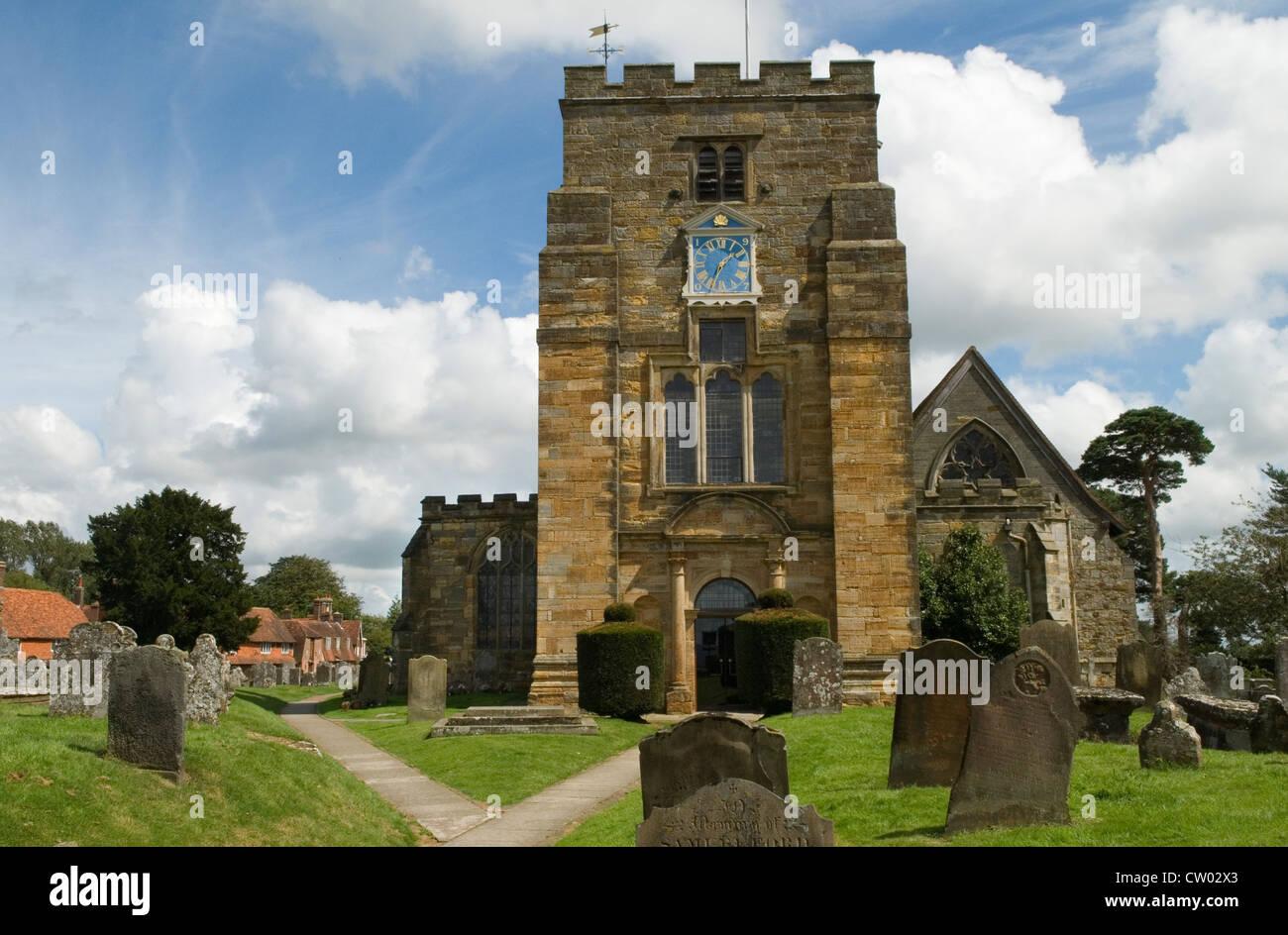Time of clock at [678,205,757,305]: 7:08
